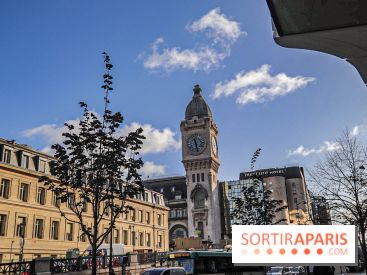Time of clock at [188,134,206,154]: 11:28
